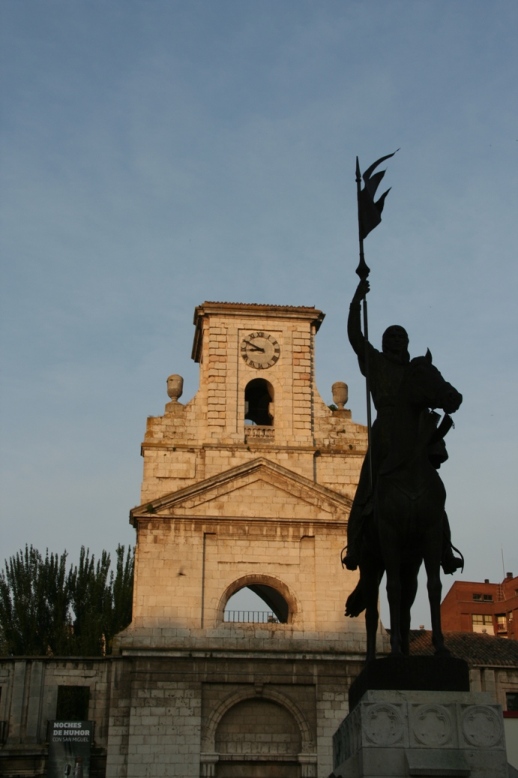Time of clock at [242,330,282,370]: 8:49
